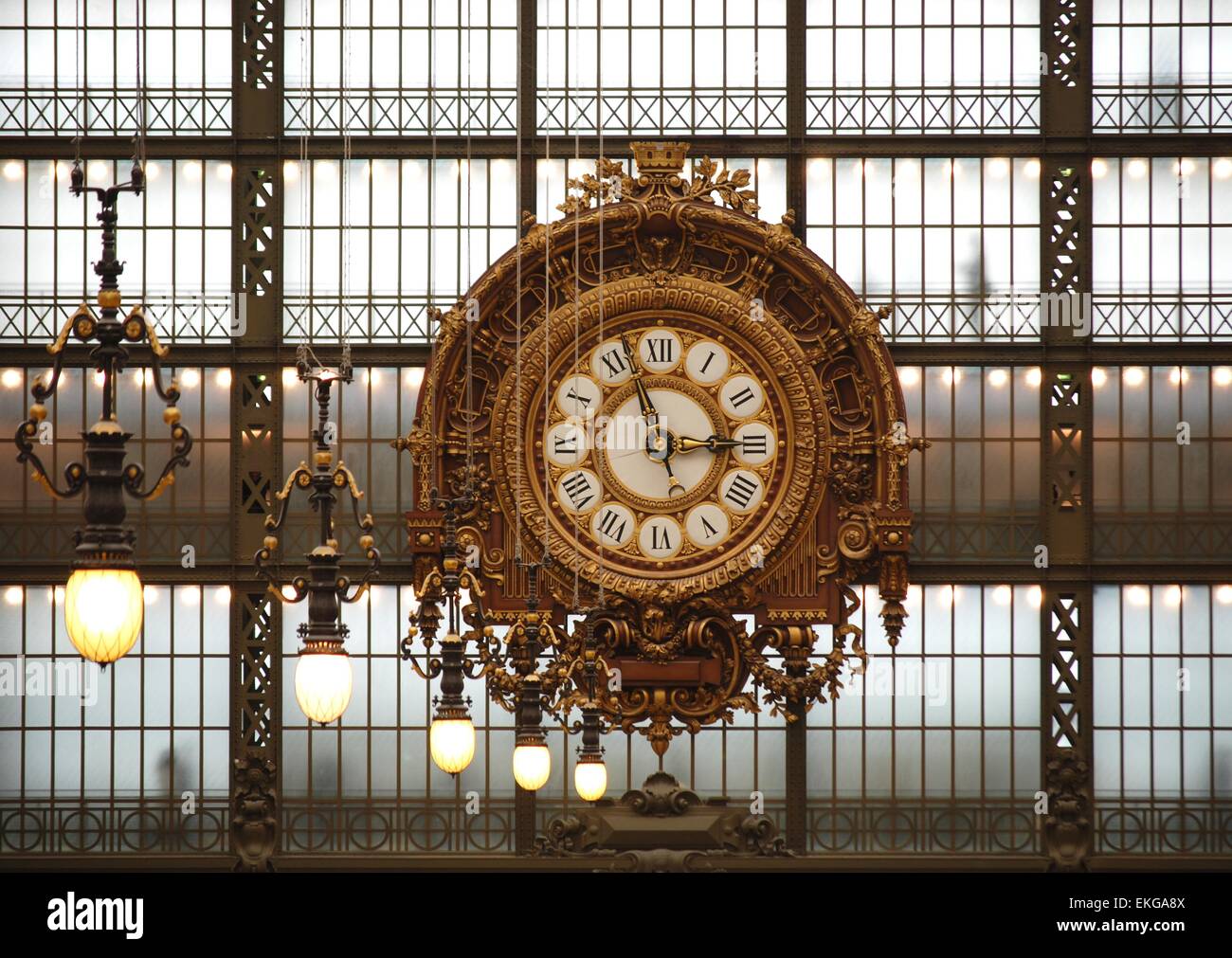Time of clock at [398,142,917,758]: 2:56
